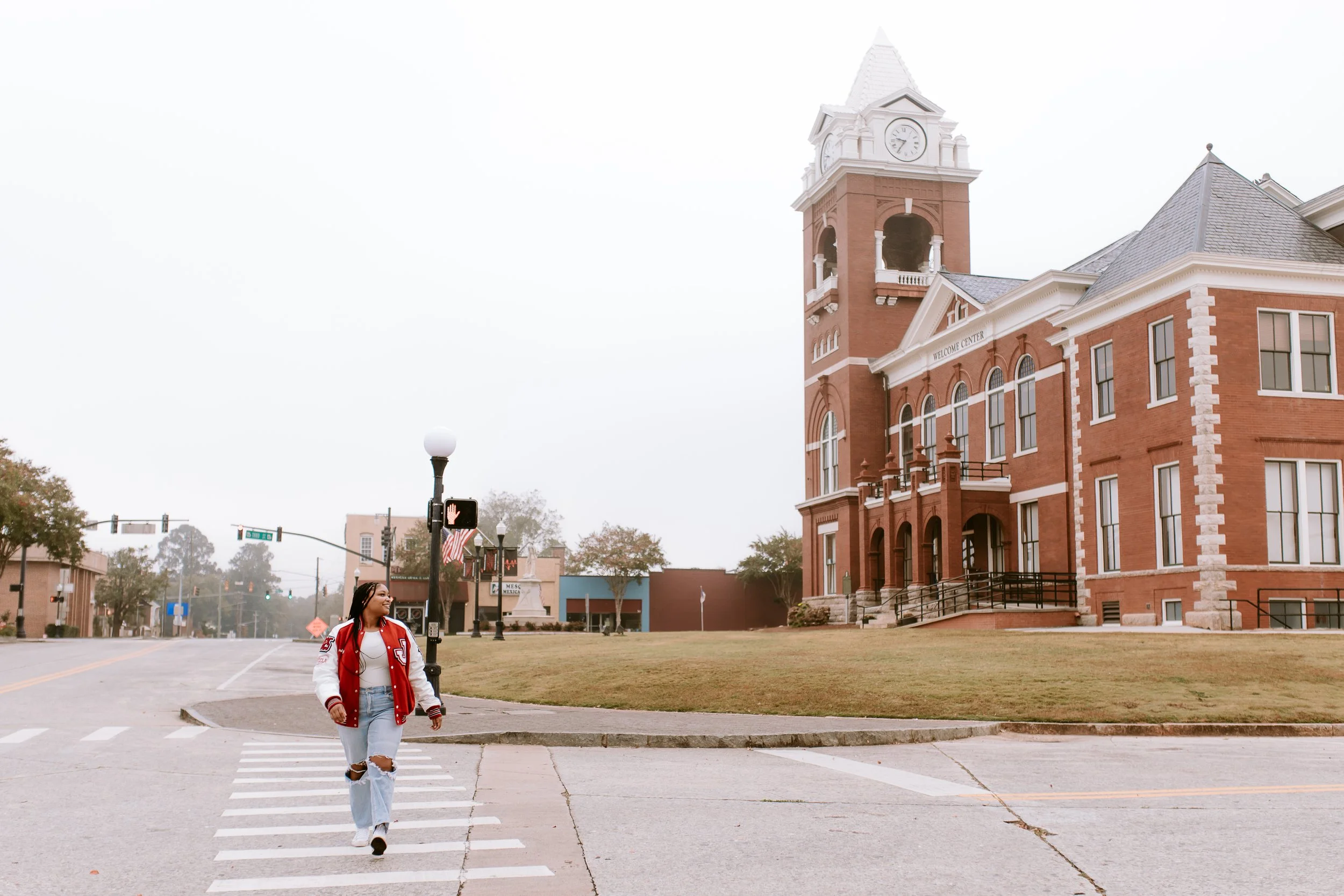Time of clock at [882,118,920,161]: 9:35
